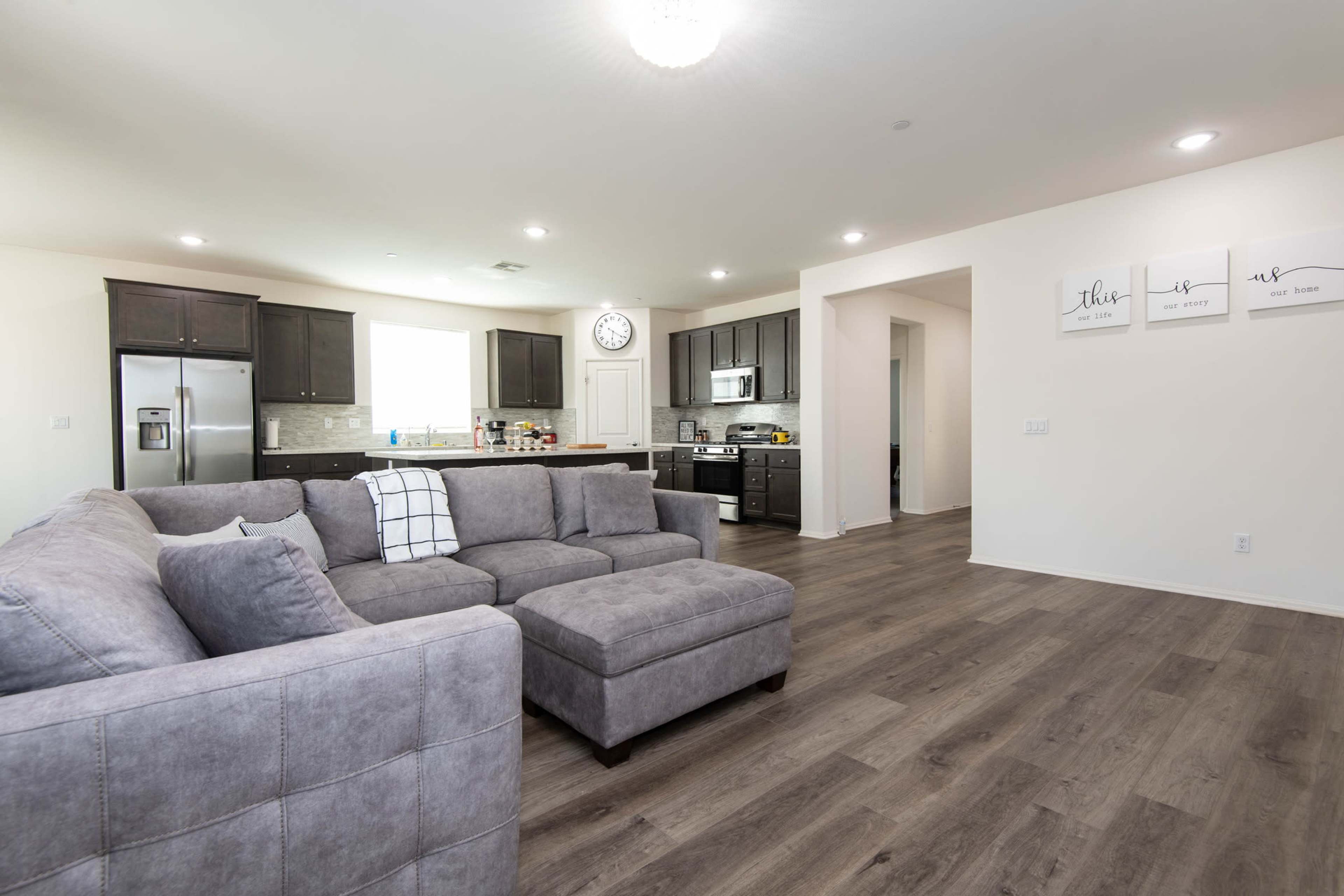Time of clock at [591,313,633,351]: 6:20
